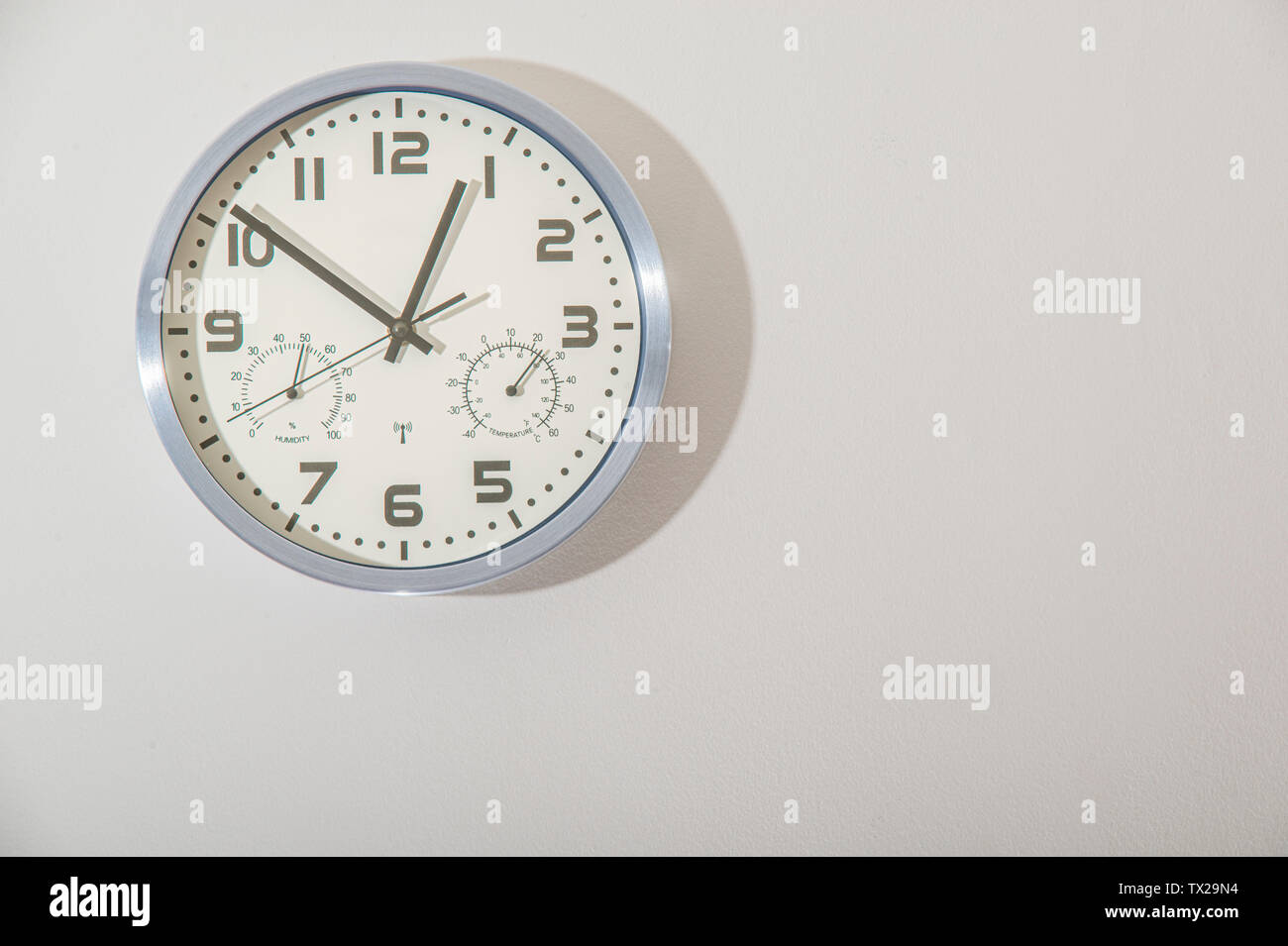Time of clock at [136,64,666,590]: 12:50
